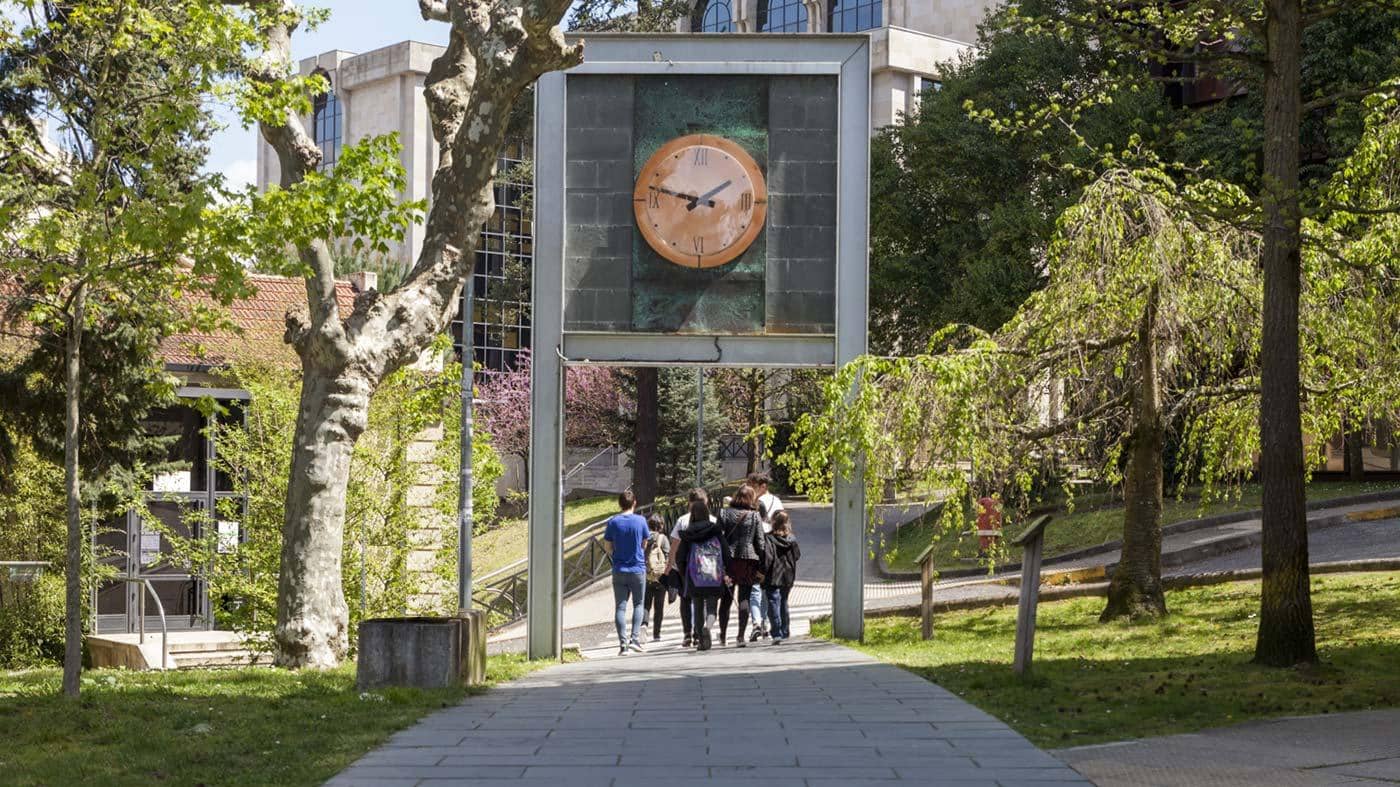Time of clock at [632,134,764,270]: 1:47
